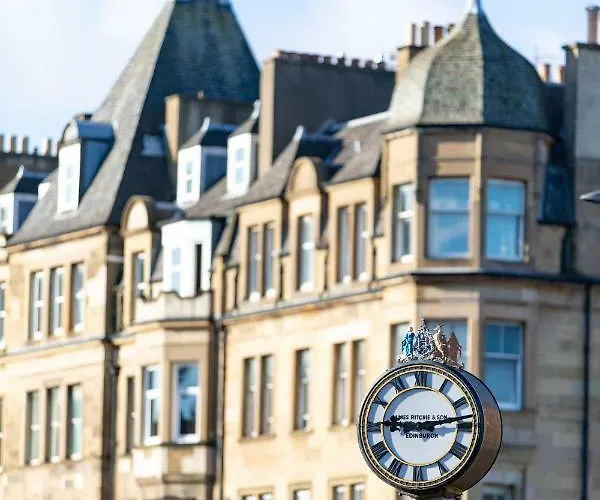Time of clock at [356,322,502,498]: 9:13
